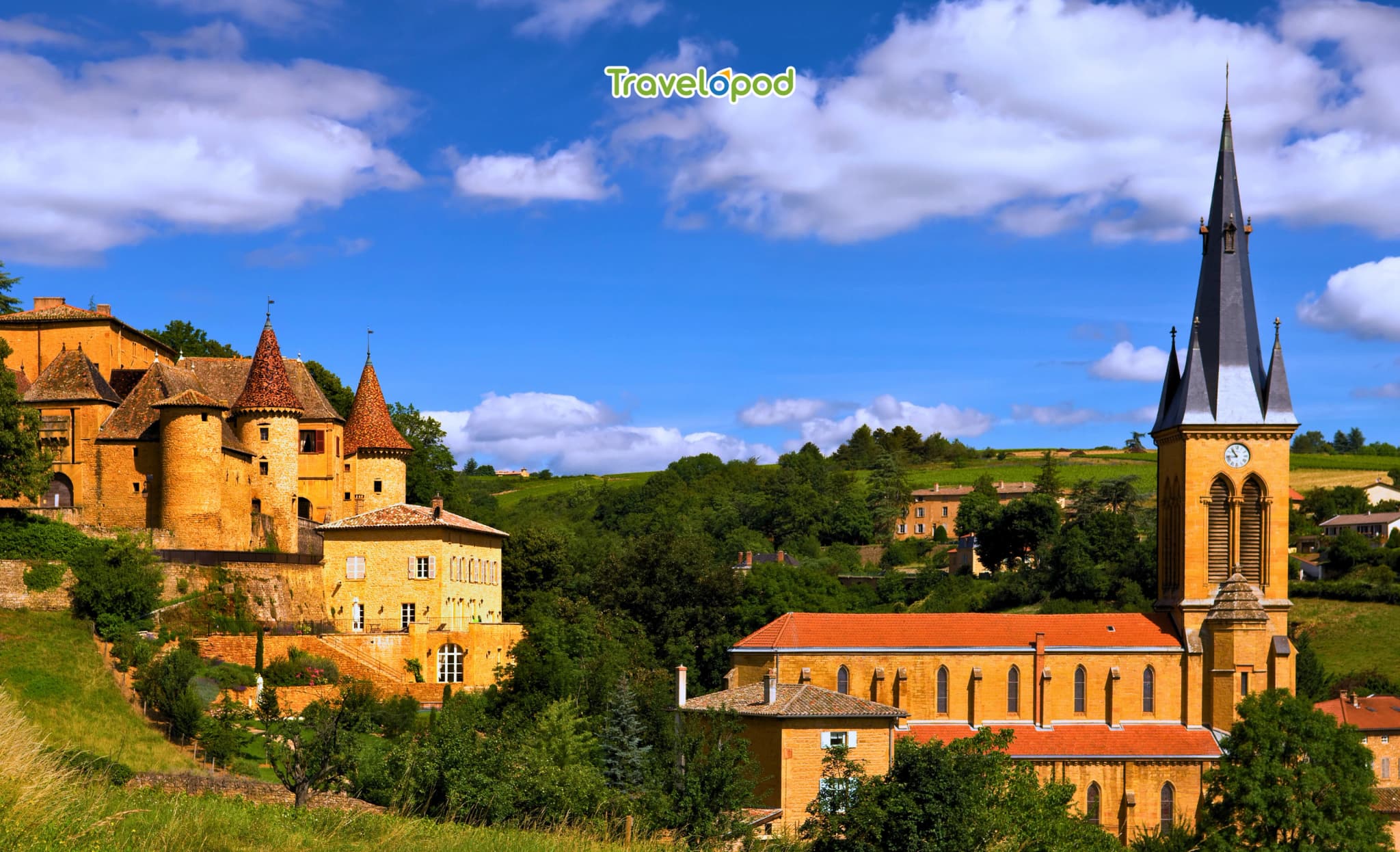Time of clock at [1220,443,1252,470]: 10:43
